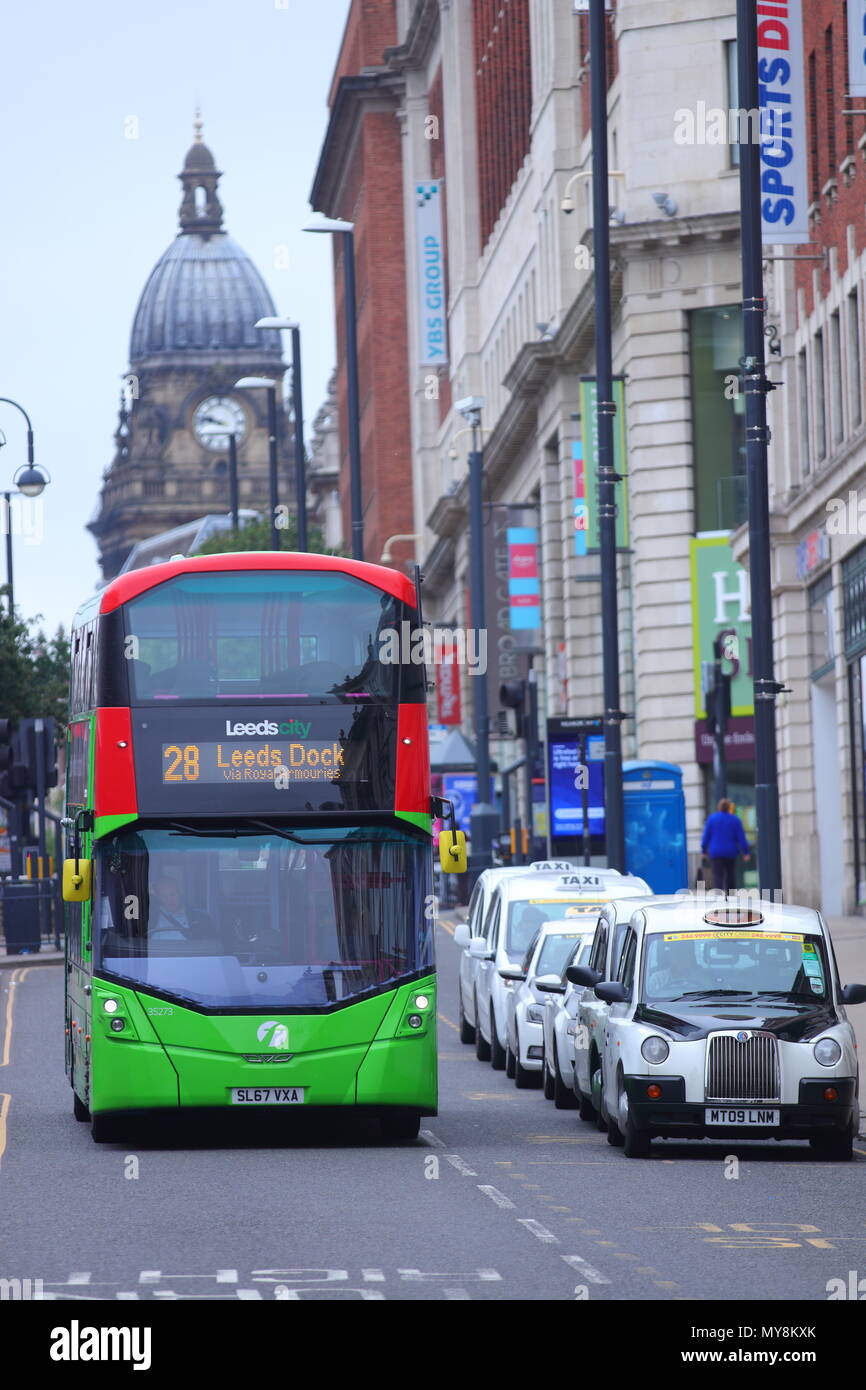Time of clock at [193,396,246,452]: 9:47
